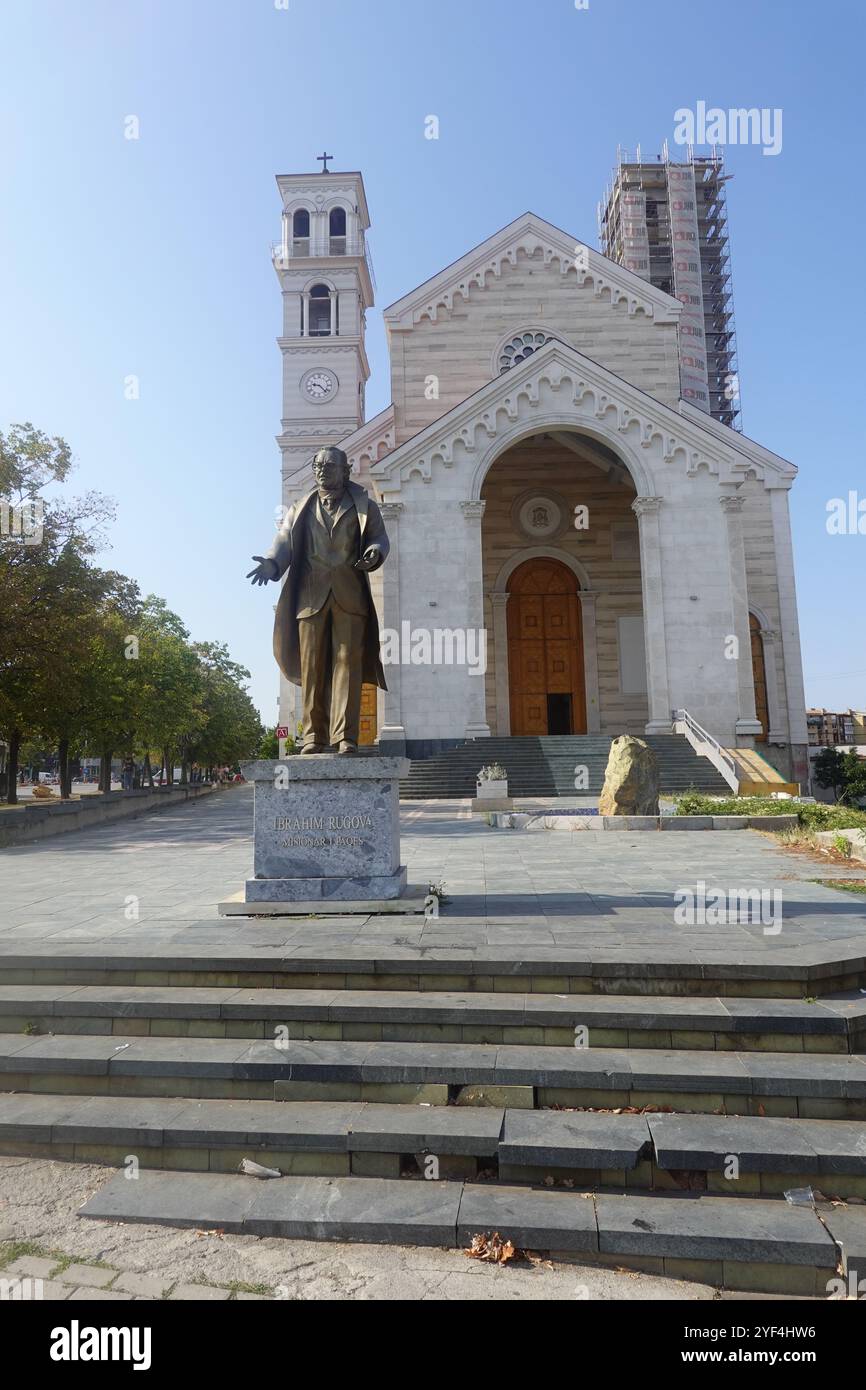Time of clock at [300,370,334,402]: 9:22
